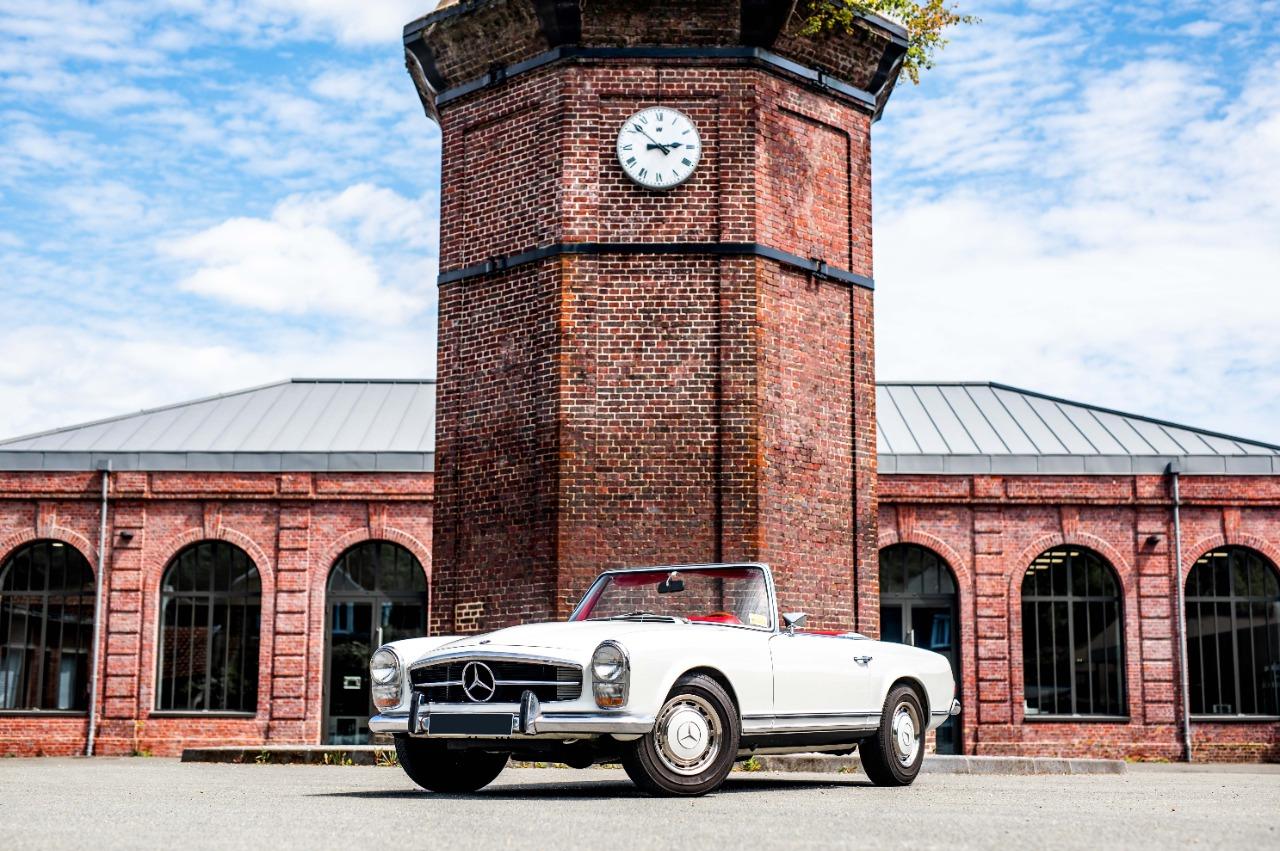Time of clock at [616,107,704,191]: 2:52
